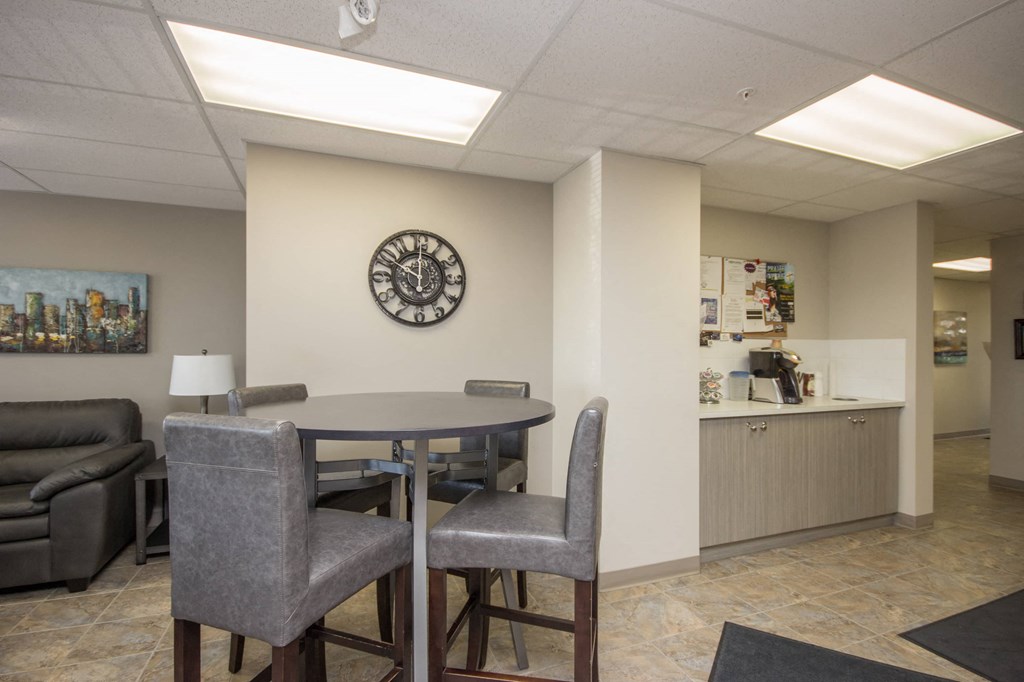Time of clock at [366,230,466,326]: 10:00
